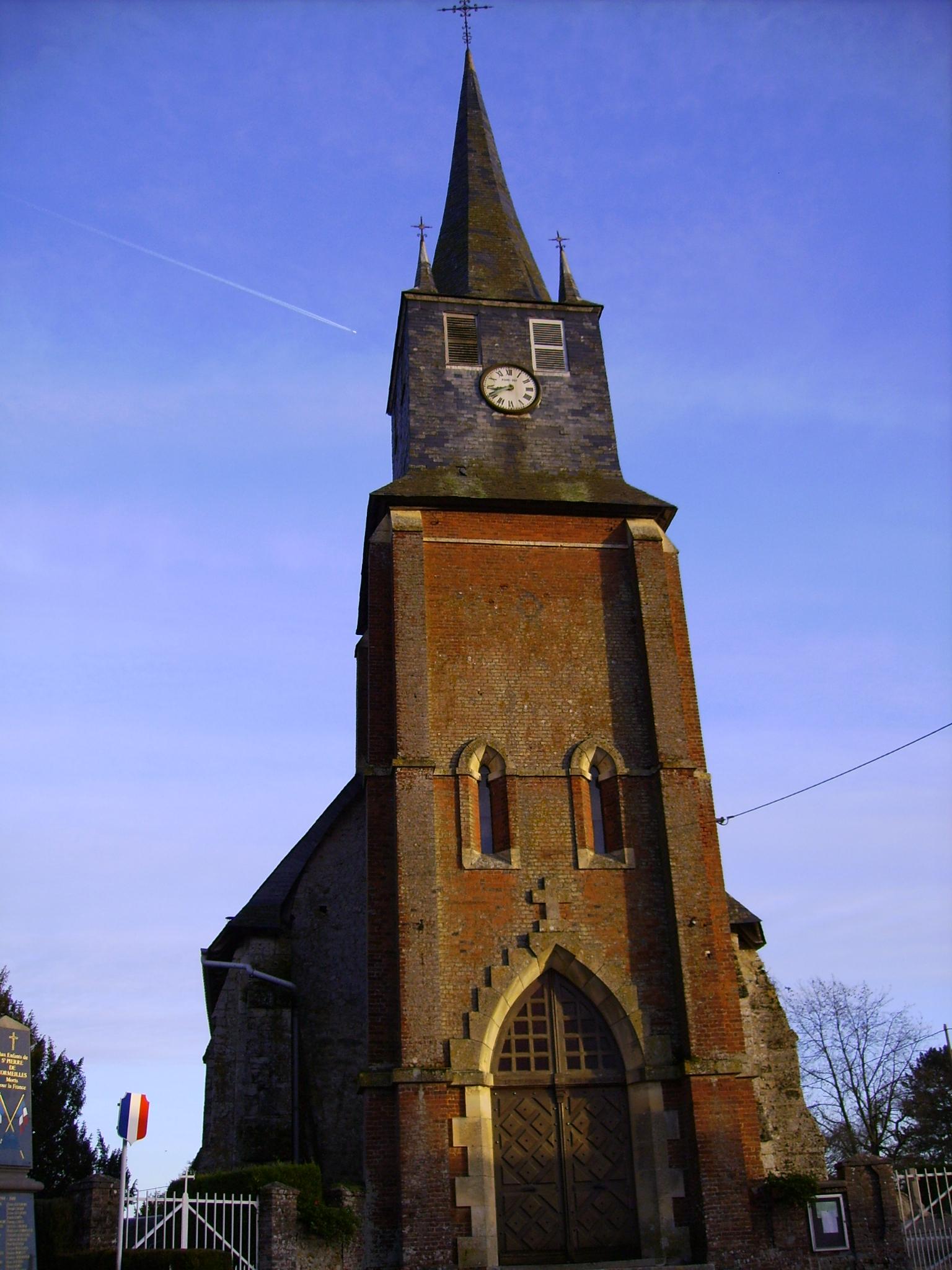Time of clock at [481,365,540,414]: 8:40
